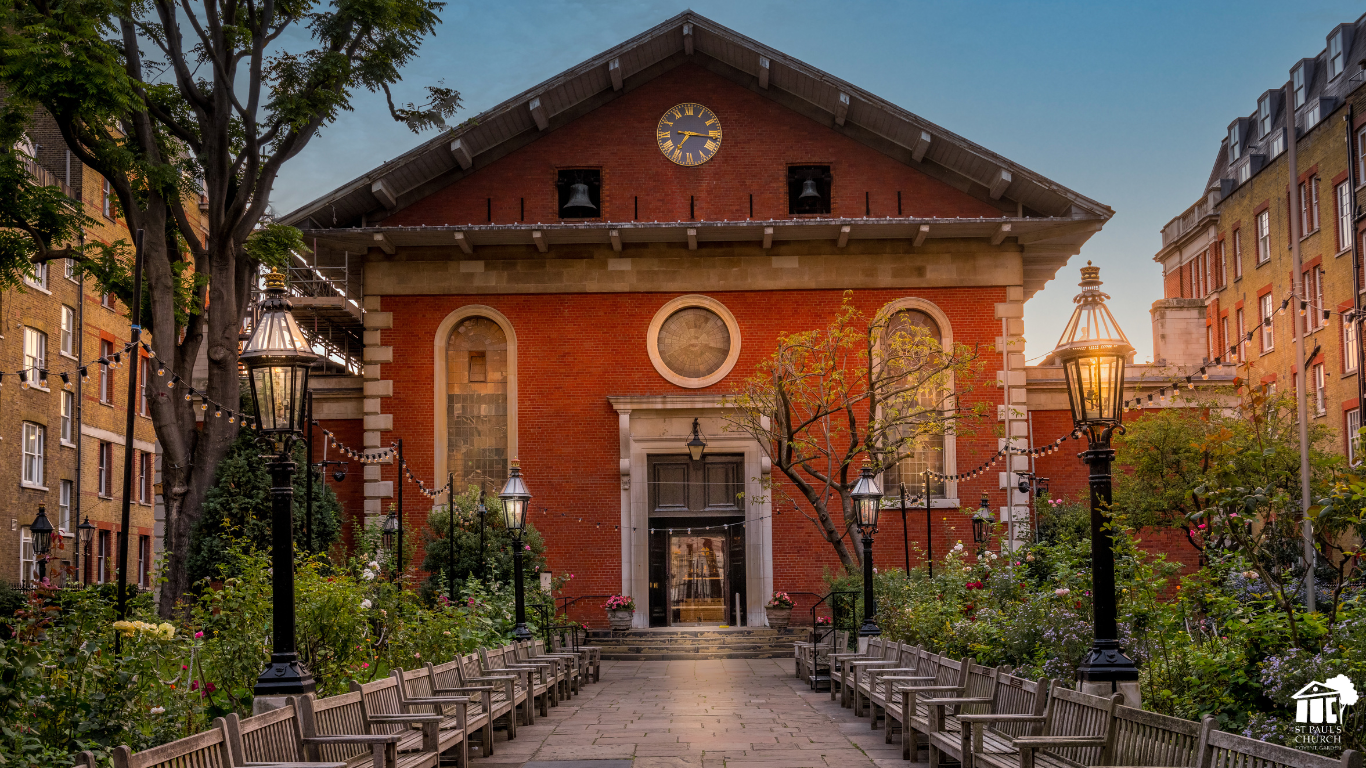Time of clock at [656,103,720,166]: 7:16
